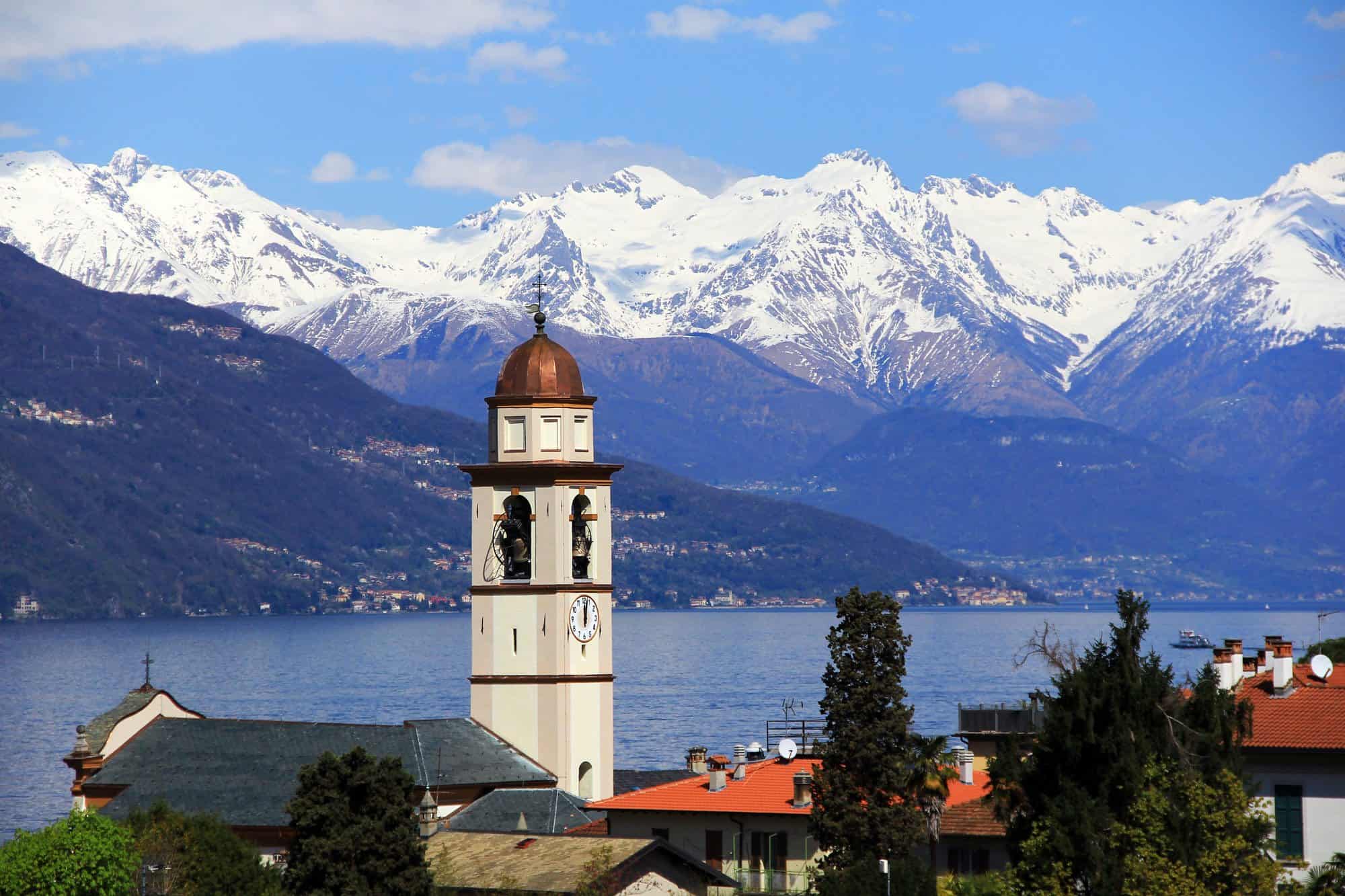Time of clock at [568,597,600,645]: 12:02
